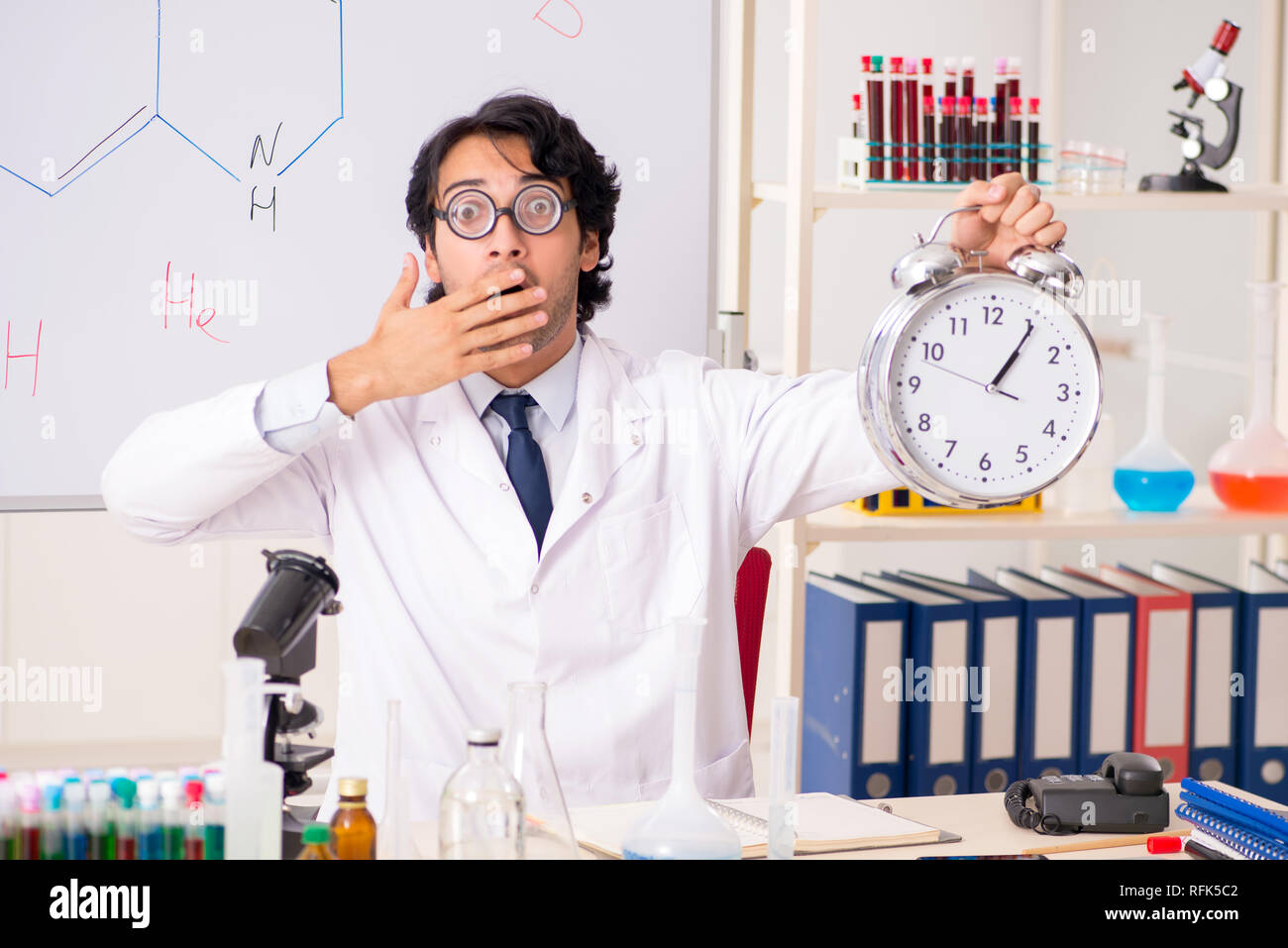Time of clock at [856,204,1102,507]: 1:05
